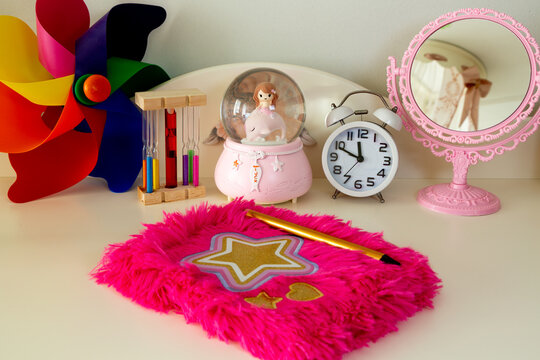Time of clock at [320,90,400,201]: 11:48
